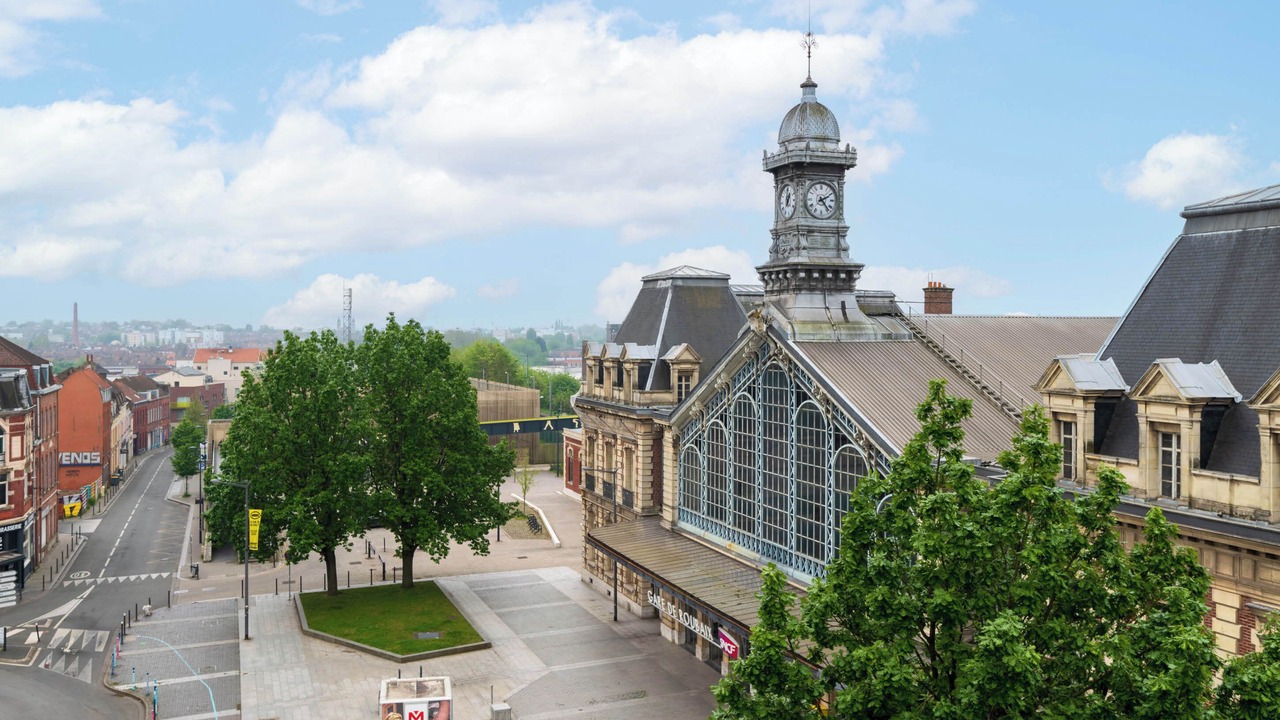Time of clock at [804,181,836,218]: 2:23
